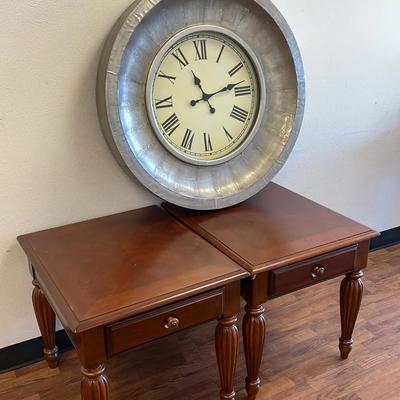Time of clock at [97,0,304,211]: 11:13
